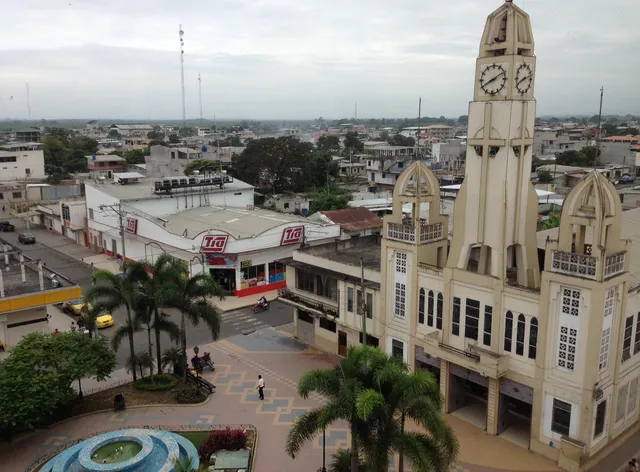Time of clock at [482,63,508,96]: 8:09
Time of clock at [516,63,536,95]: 8:12
